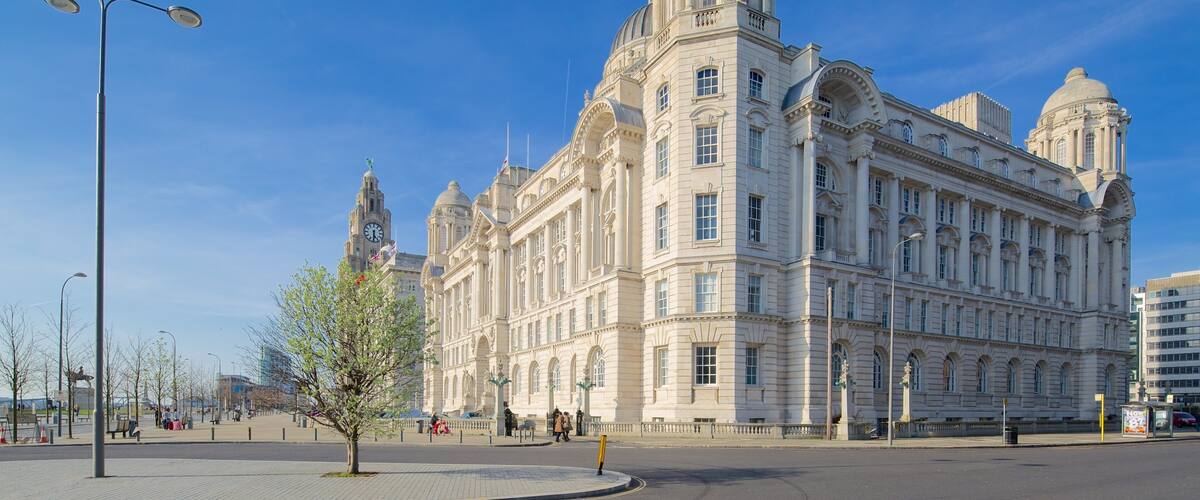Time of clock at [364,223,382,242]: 5:31
